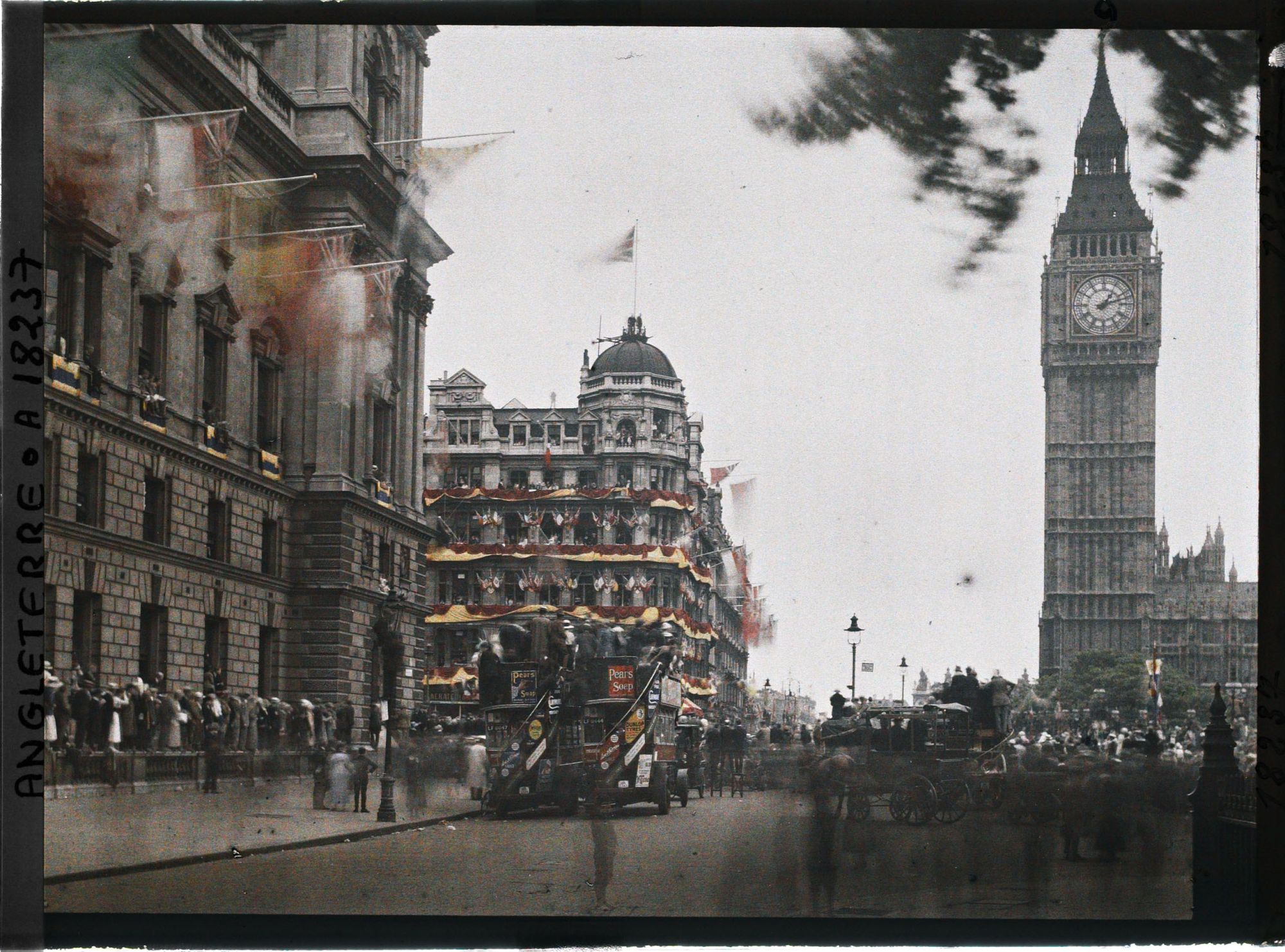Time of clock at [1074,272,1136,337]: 1:12
